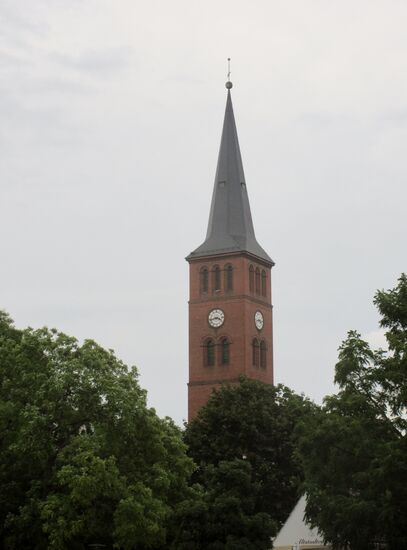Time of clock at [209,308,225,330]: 3:43
